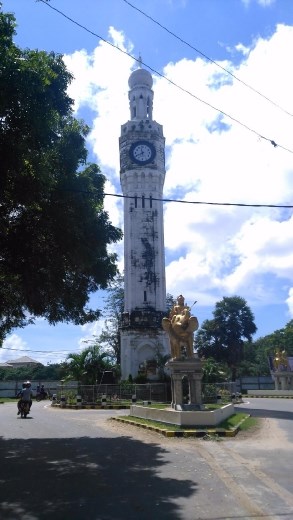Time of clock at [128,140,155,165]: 11:40
